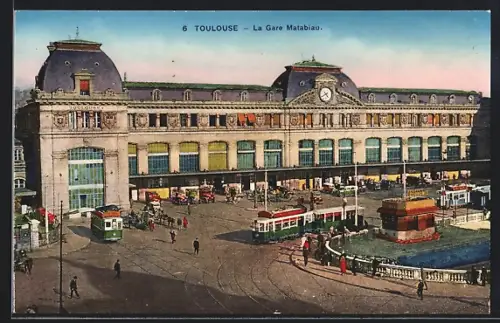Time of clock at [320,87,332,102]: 4:39
